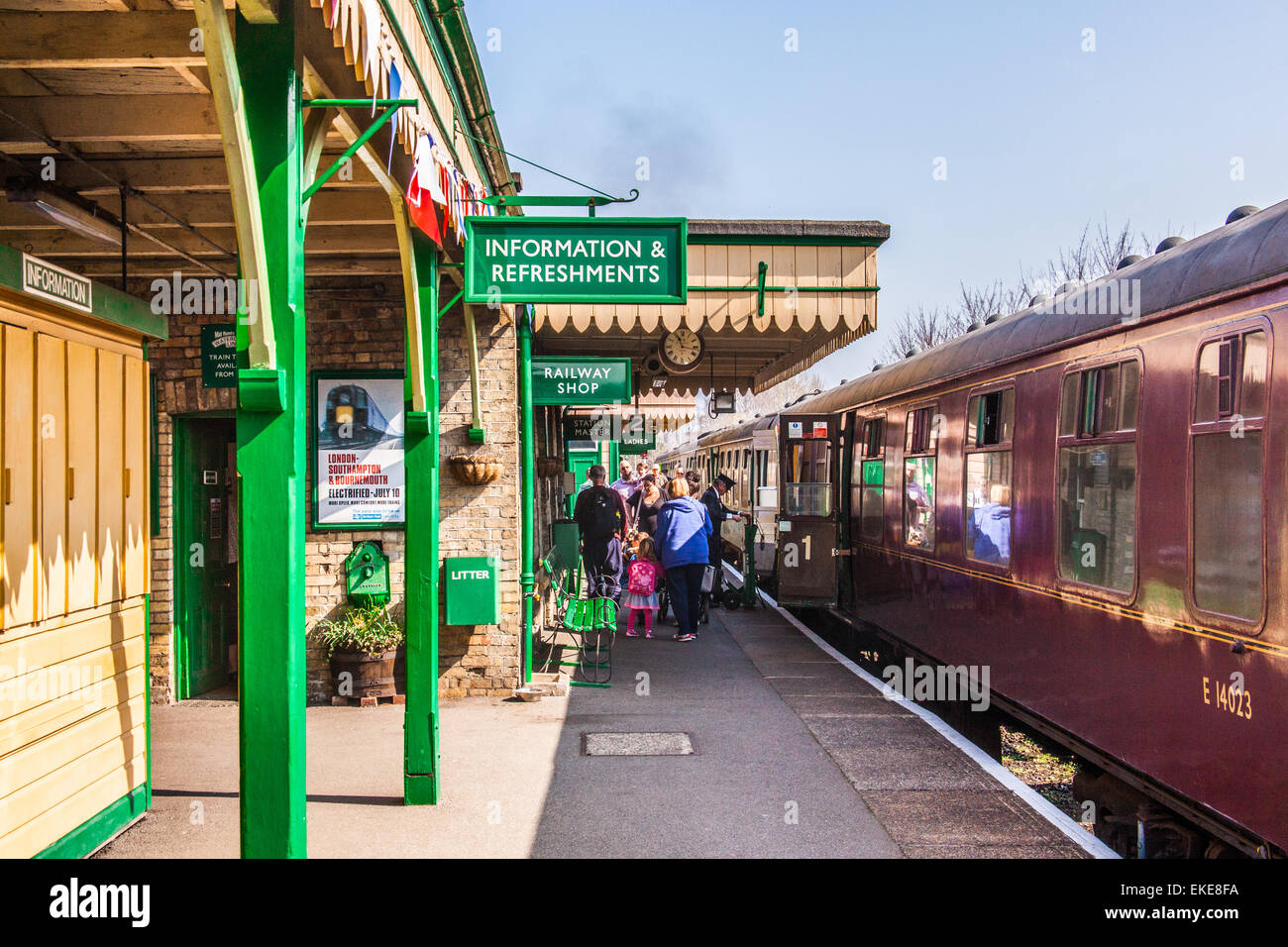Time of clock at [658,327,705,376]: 11:16
